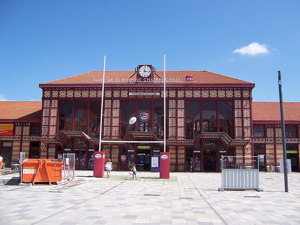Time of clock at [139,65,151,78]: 11:16
